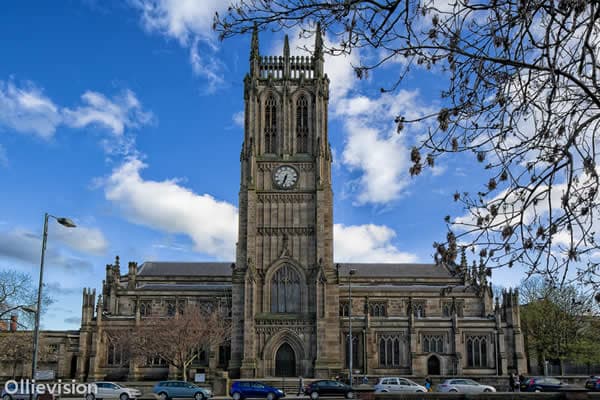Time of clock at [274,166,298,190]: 6:33
